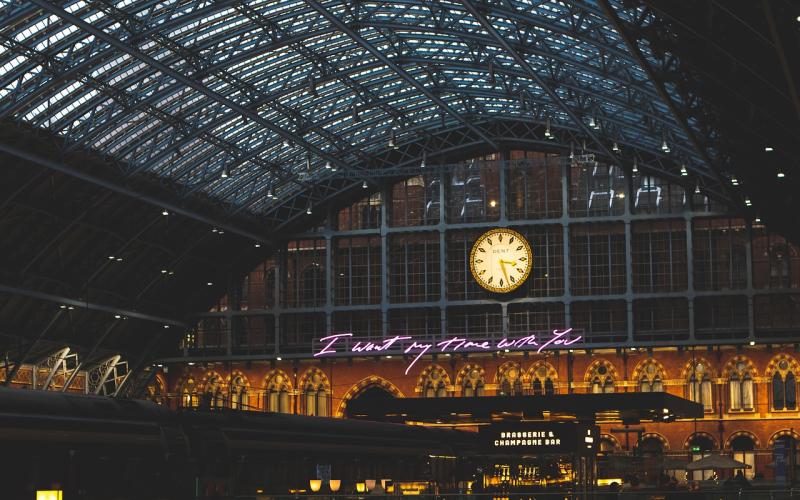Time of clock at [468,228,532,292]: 3:27
